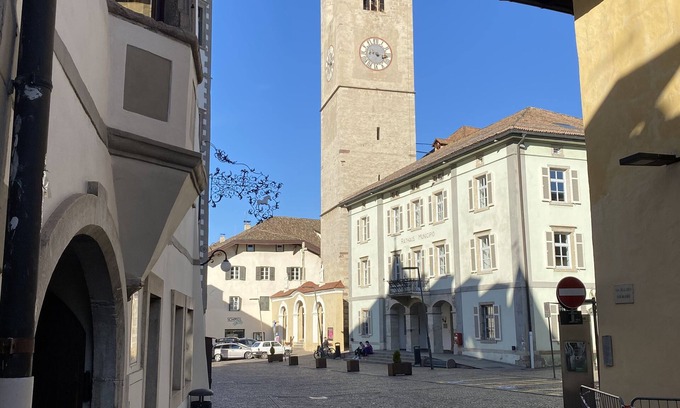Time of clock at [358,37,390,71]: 4:16
